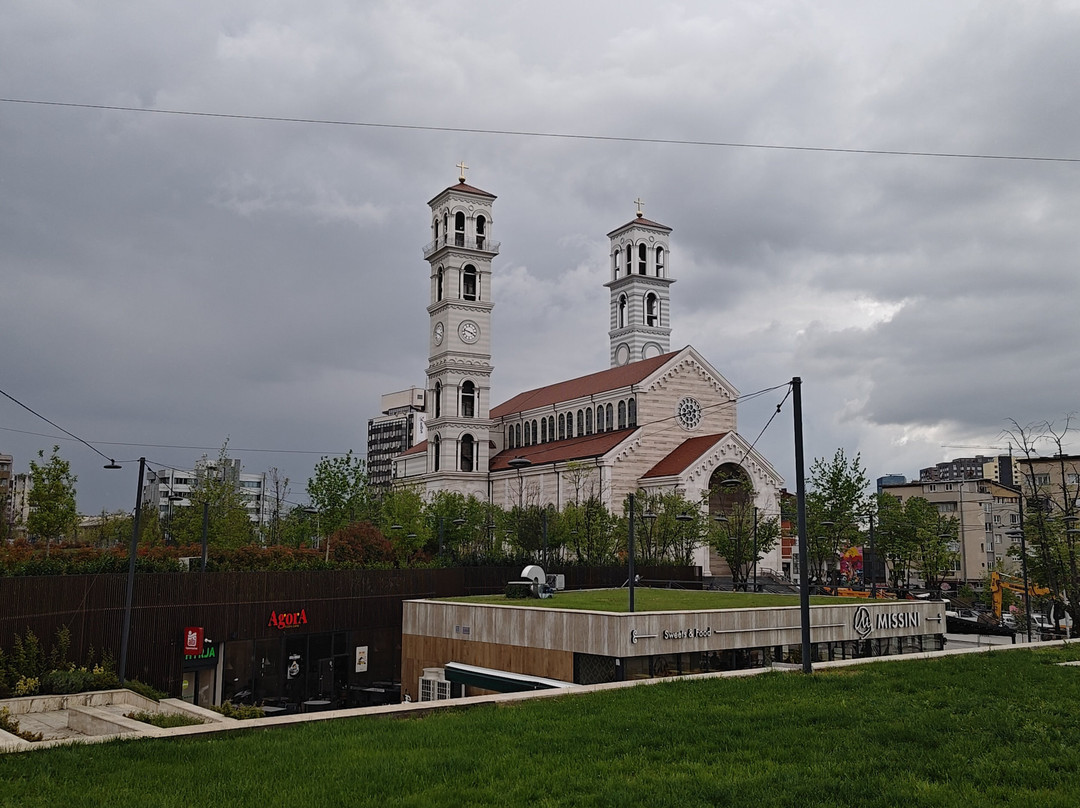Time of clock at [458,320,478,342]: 3:47
